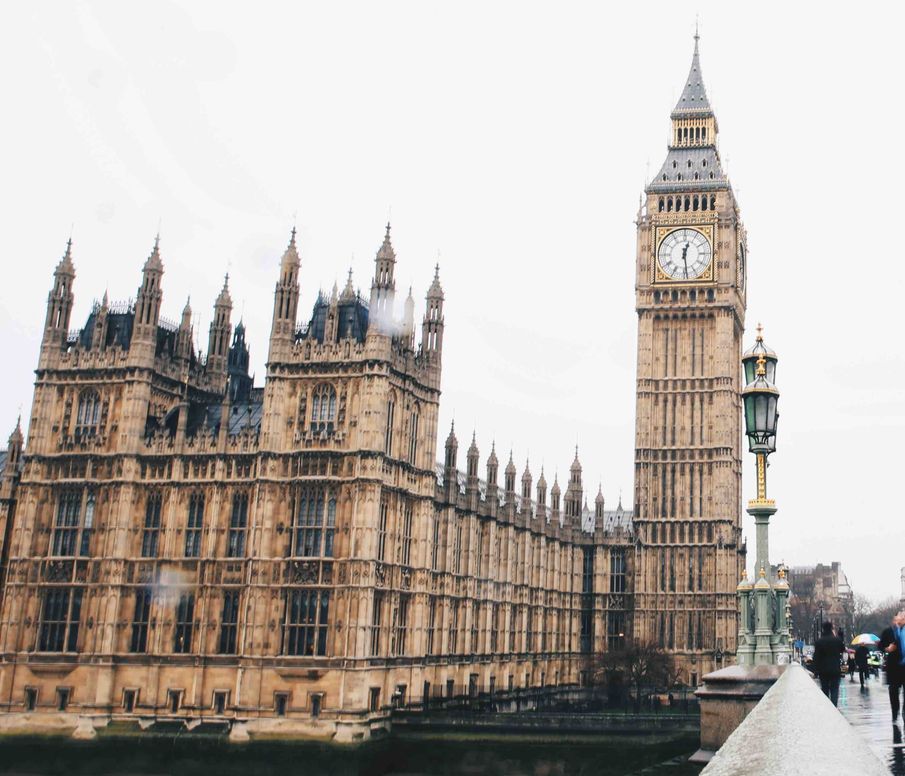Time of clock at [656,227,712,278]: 12:28
